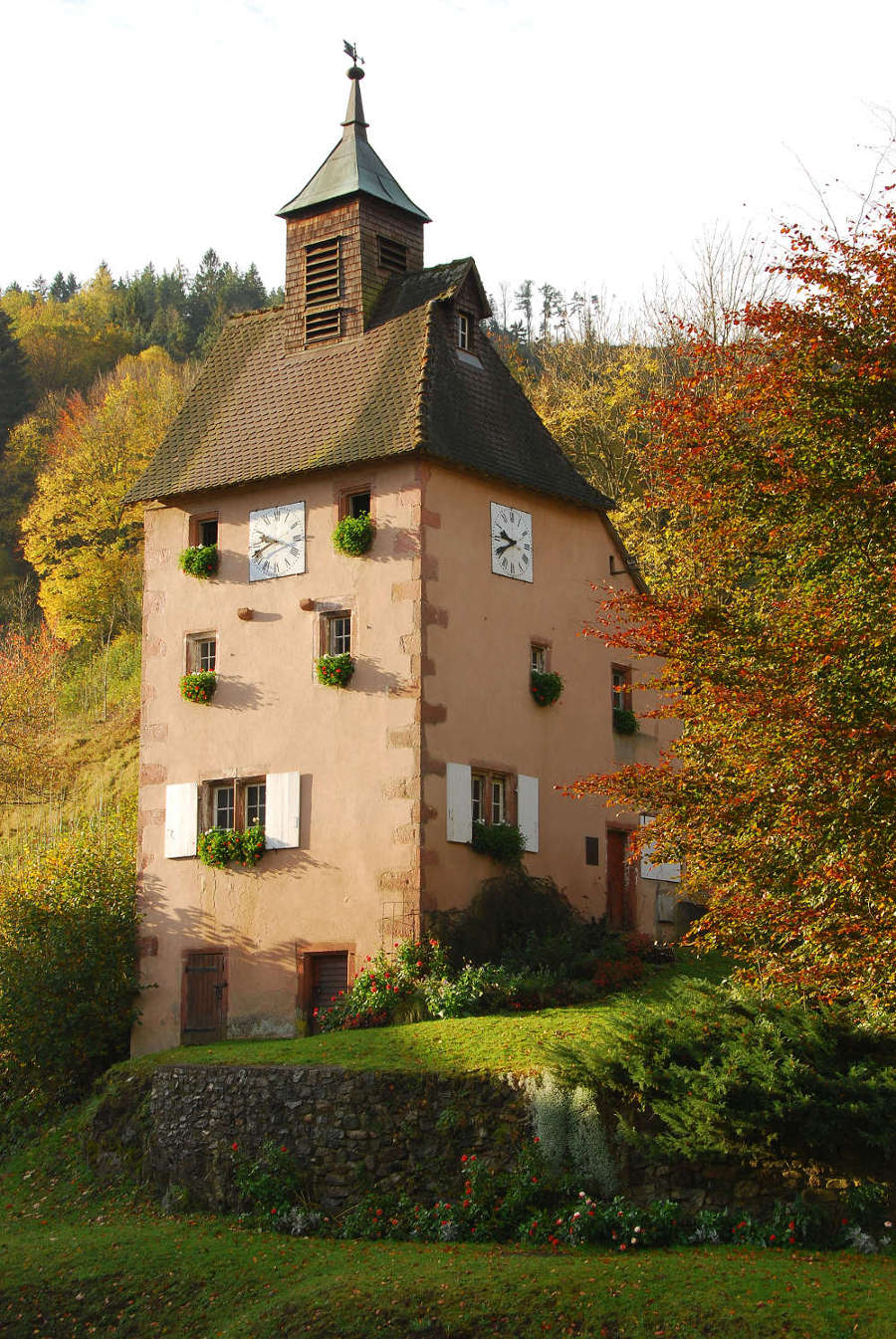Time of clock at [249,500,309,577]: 9:41
